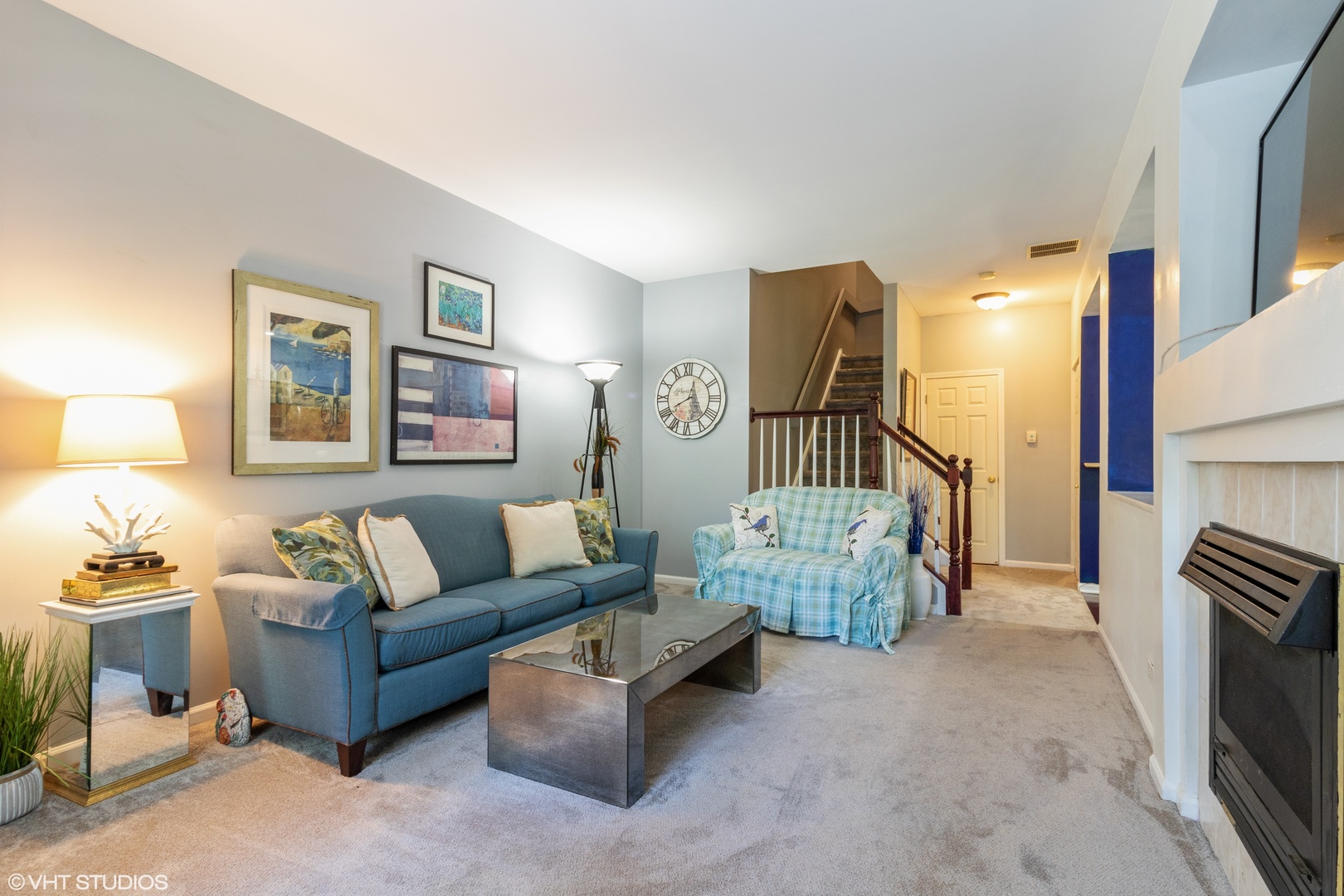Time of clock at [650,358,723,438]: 12:40
